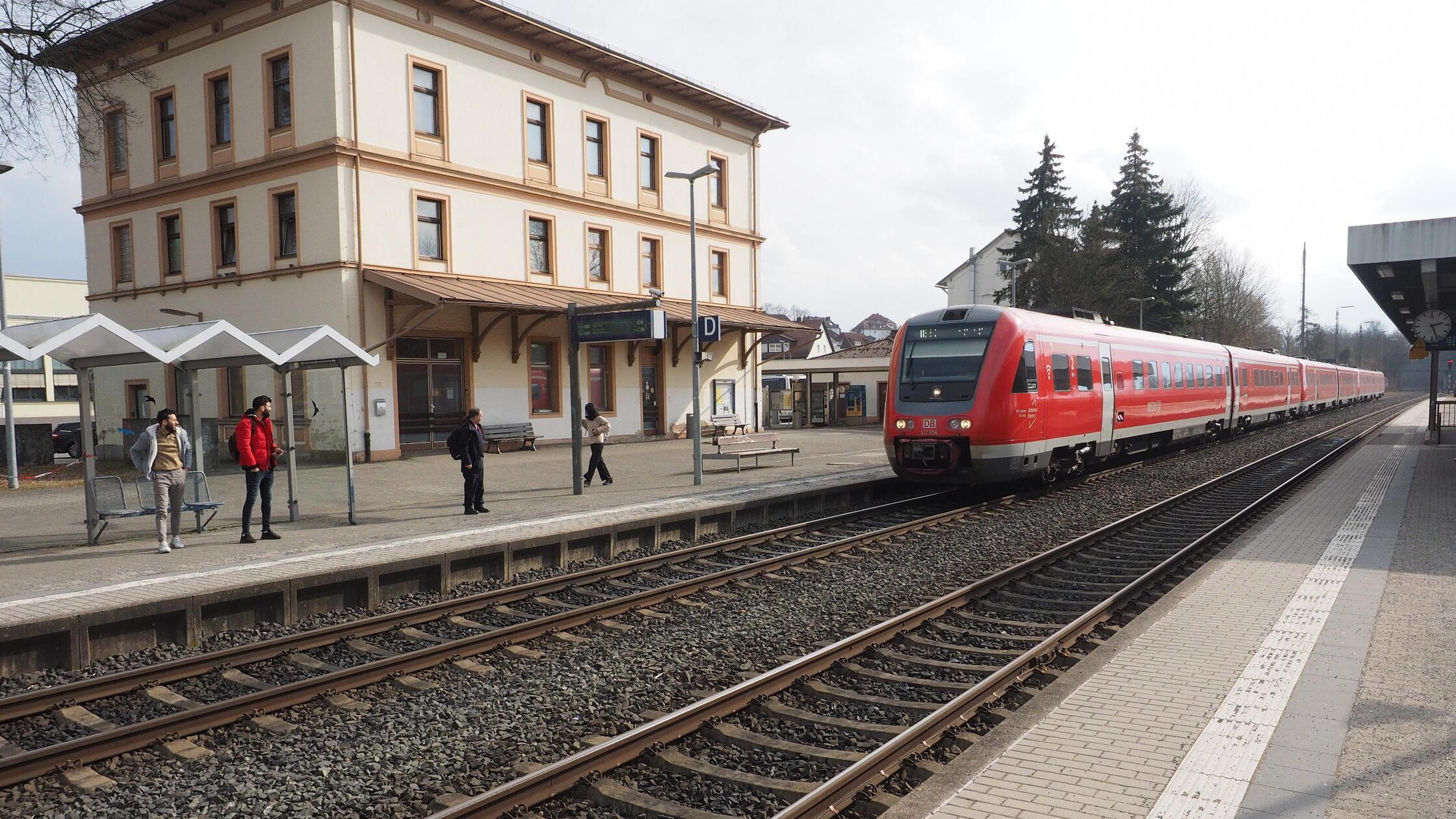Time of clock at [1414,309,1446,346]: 2:26
